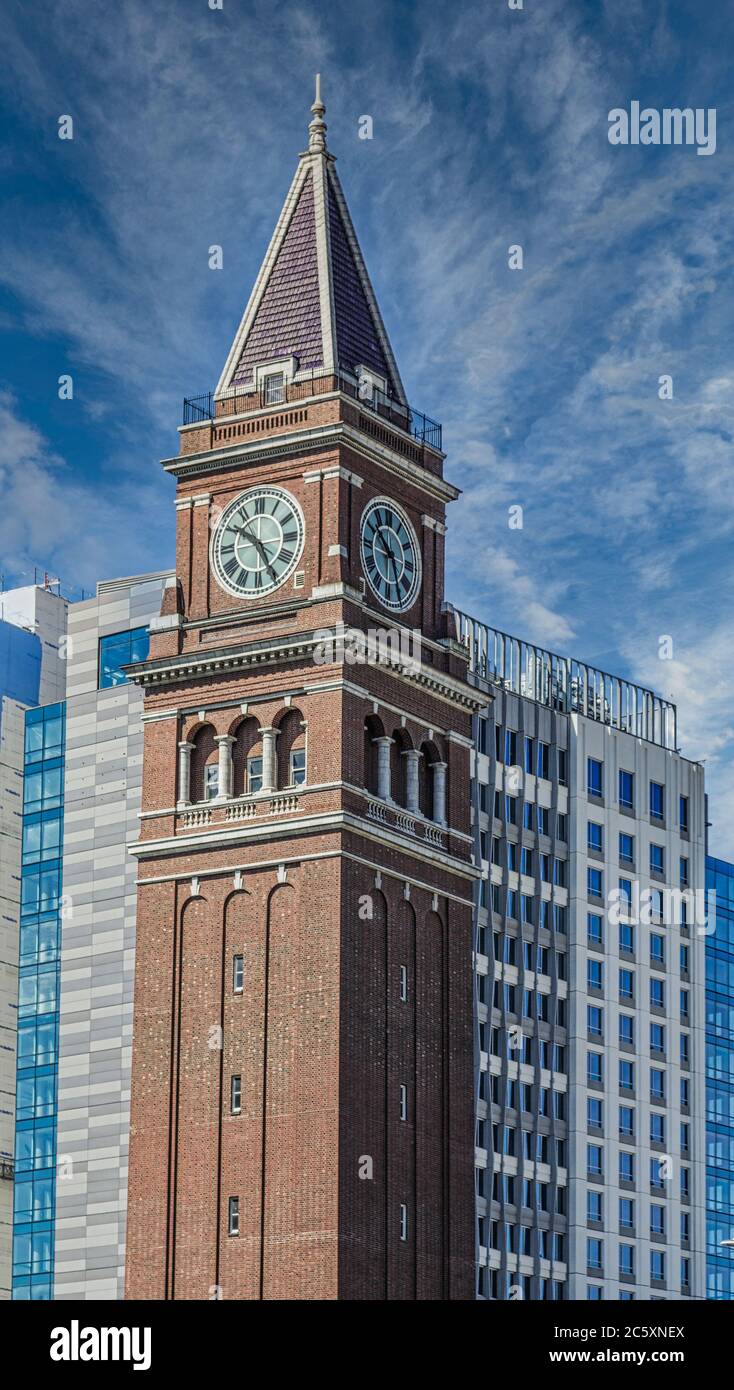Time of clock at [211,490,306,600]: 10:25
